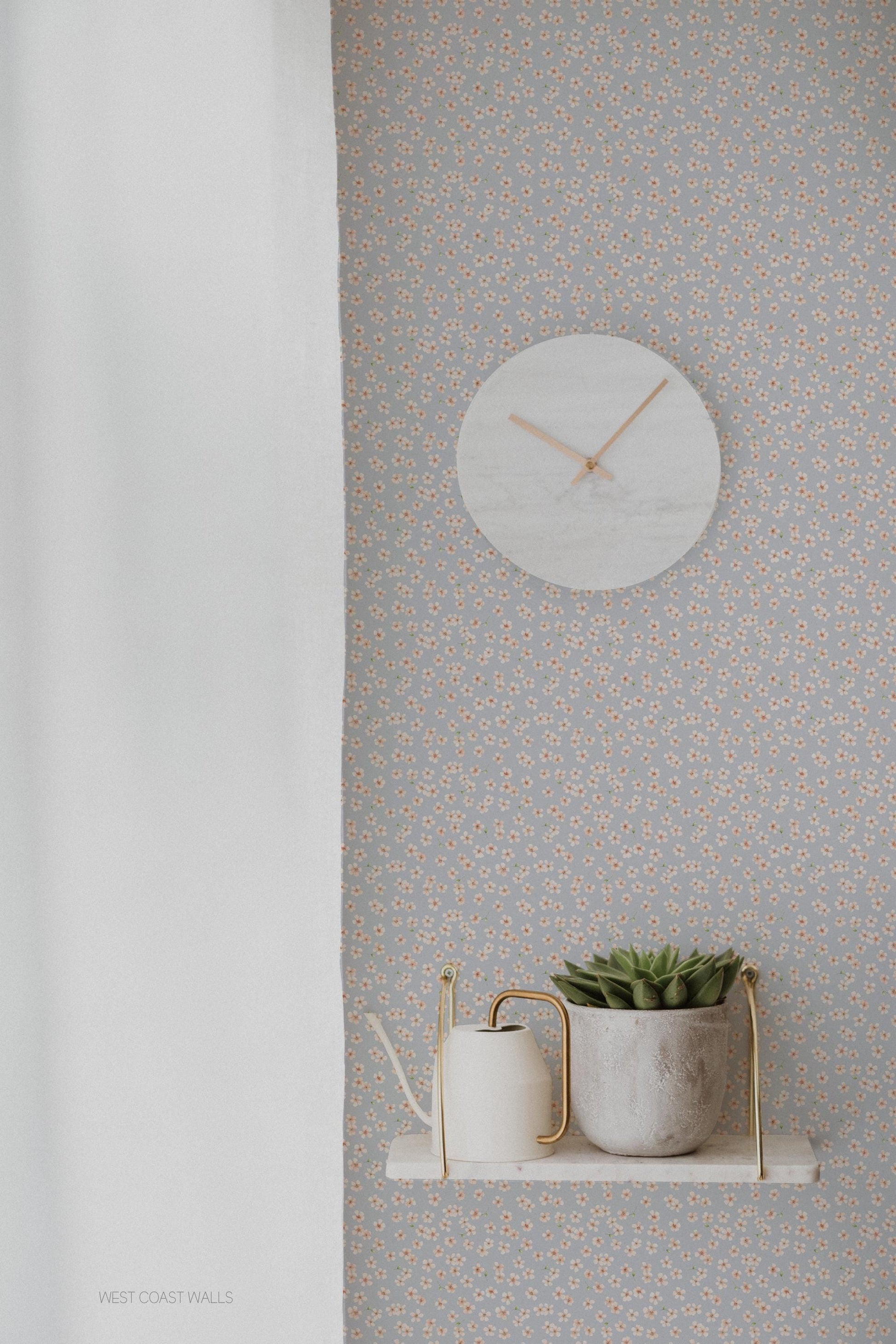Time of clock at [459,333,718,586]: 10:07
